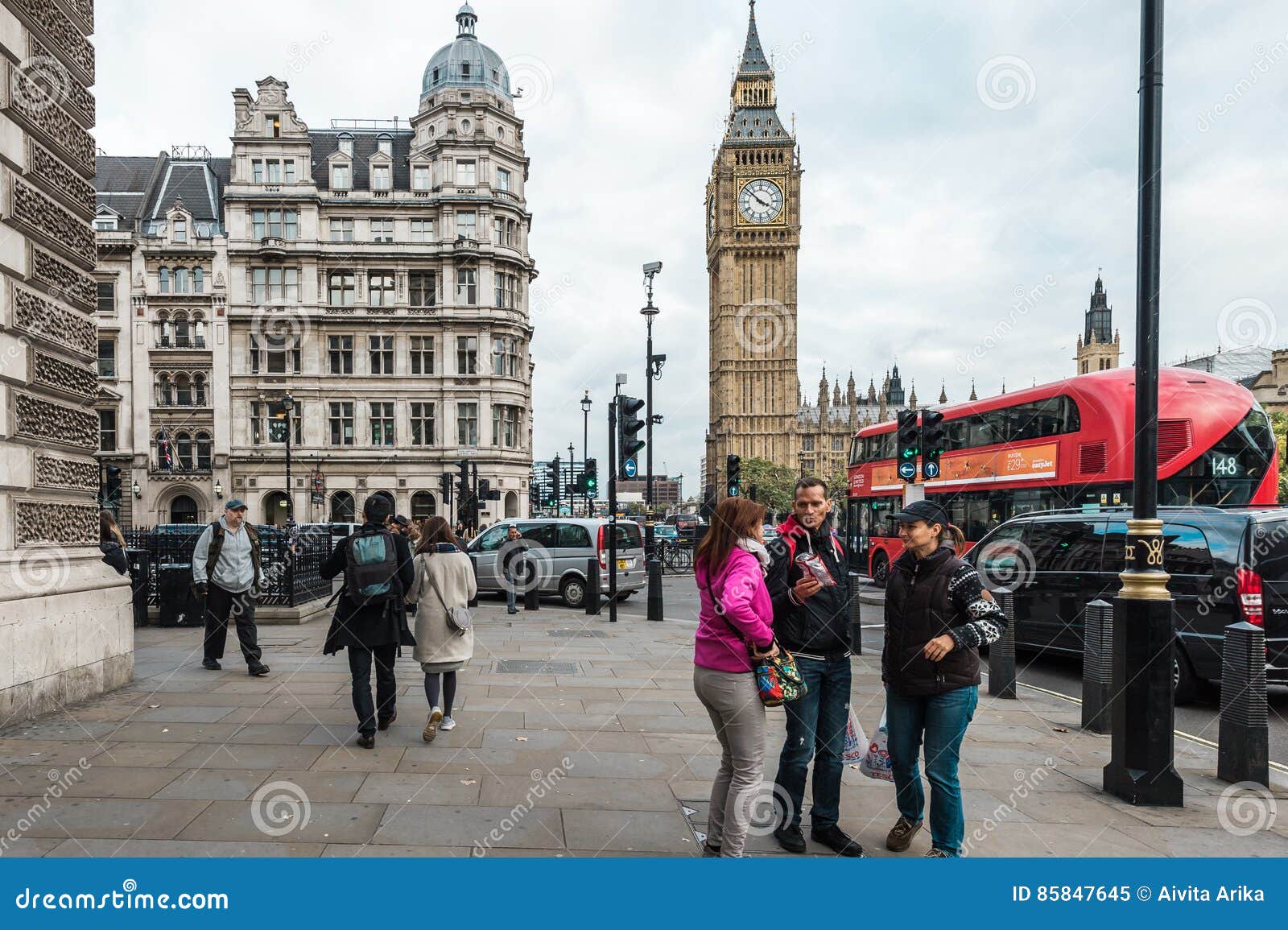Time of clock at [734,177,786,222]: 3:52
